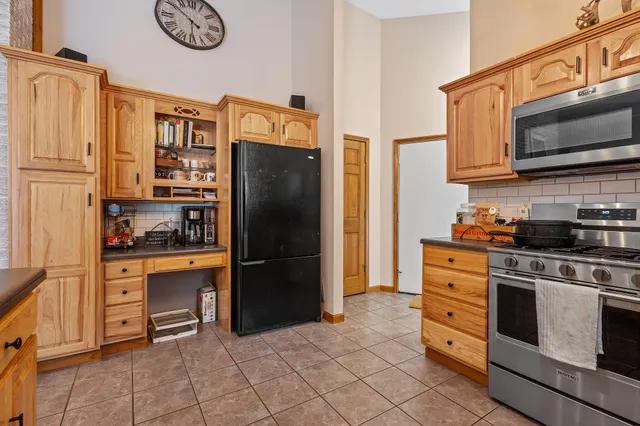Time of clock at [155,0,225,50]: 5:51
